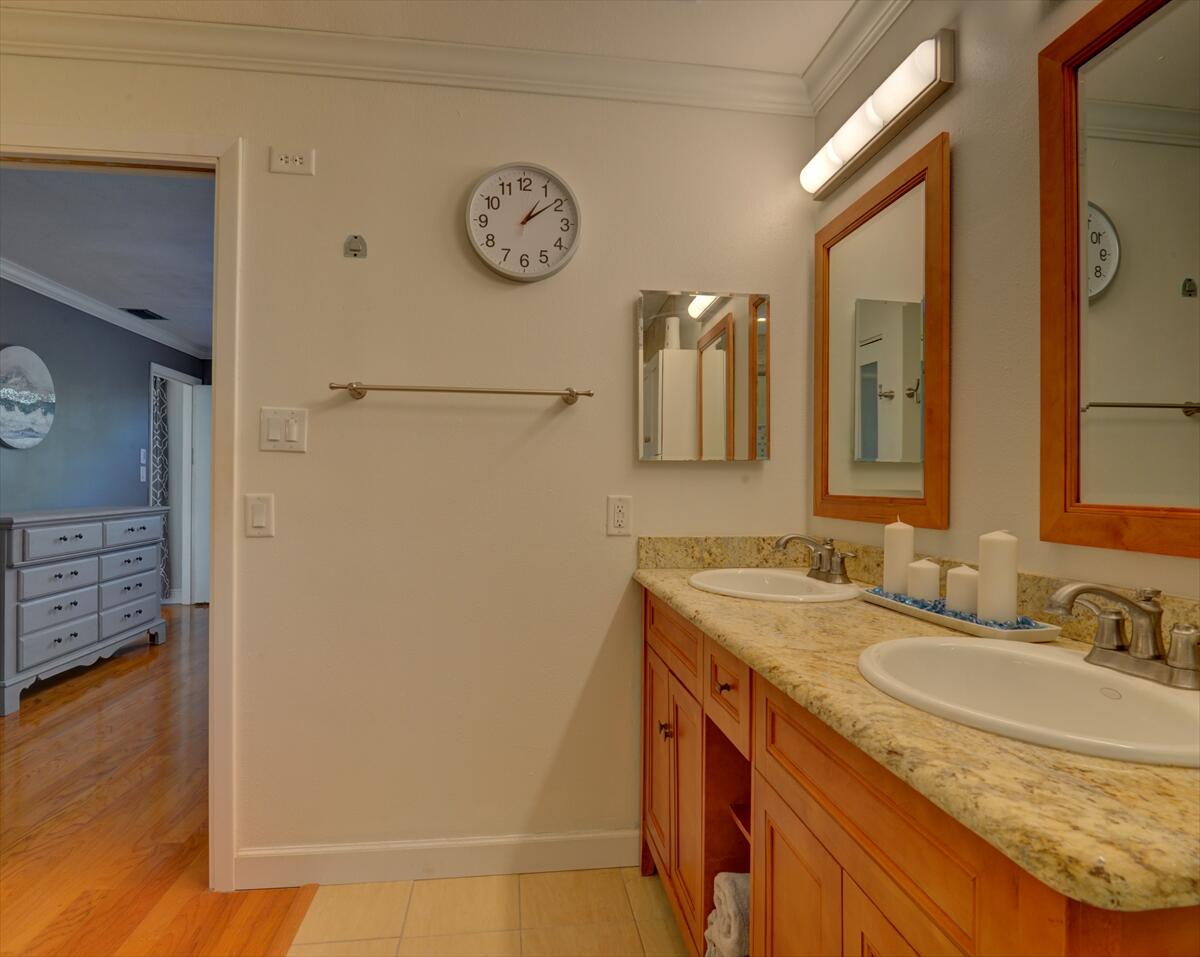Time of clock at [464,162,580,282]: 1:09
